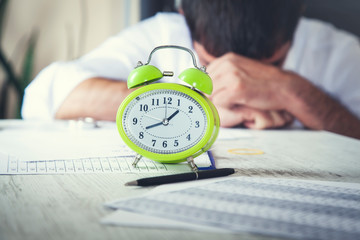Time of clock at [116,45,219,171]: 1:41
